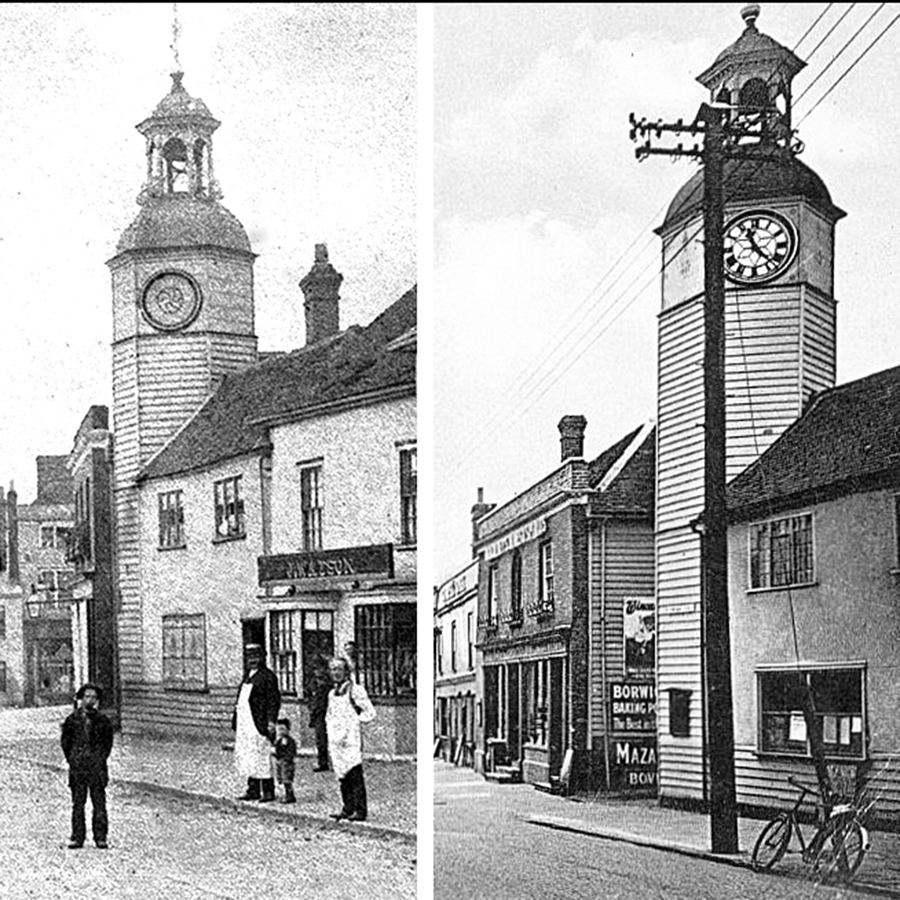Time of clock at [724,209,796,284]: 11:22
